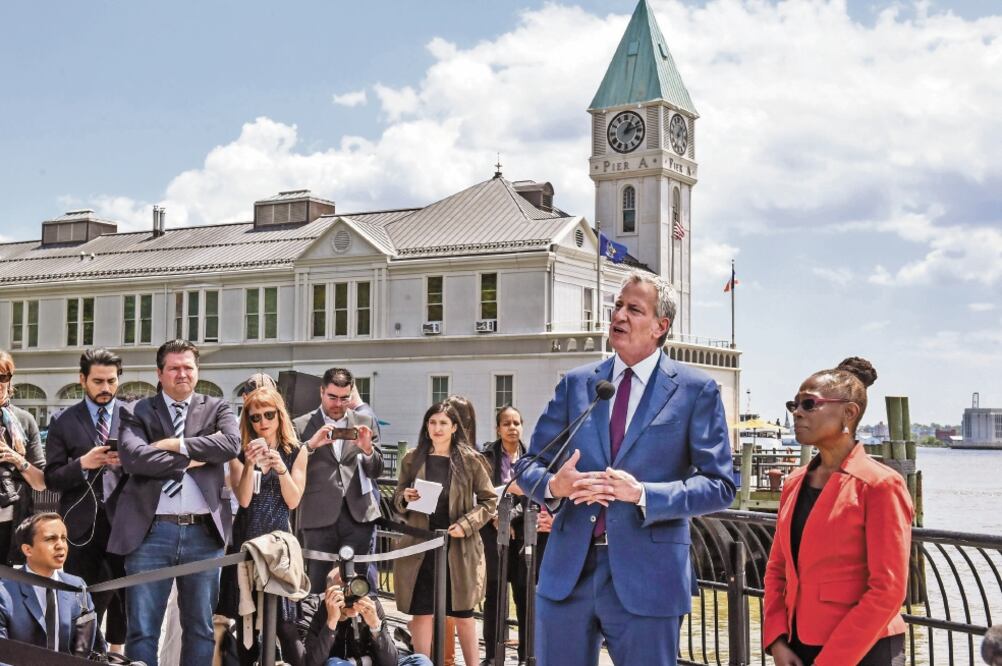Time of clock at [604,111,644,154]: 1:12
